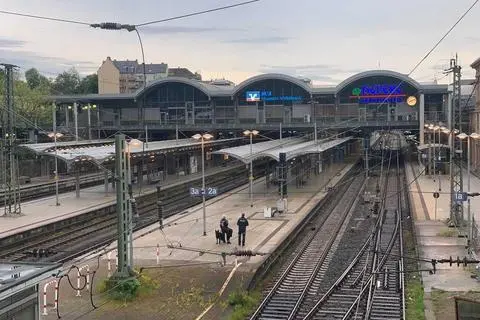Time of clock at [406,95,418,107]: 8:11
